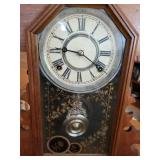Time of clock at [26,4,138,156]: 9:20
